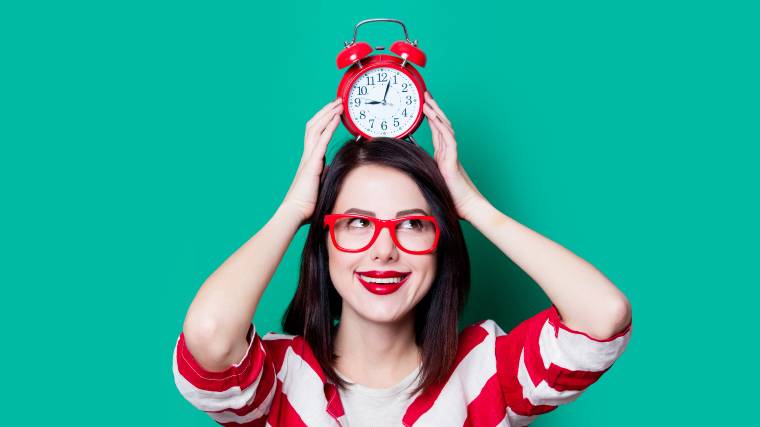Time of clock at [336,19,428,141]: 9:03
